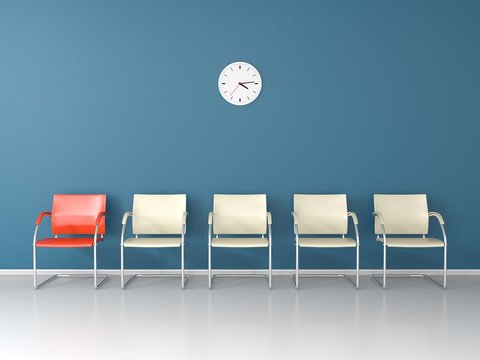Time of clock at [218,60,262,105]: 4:13
